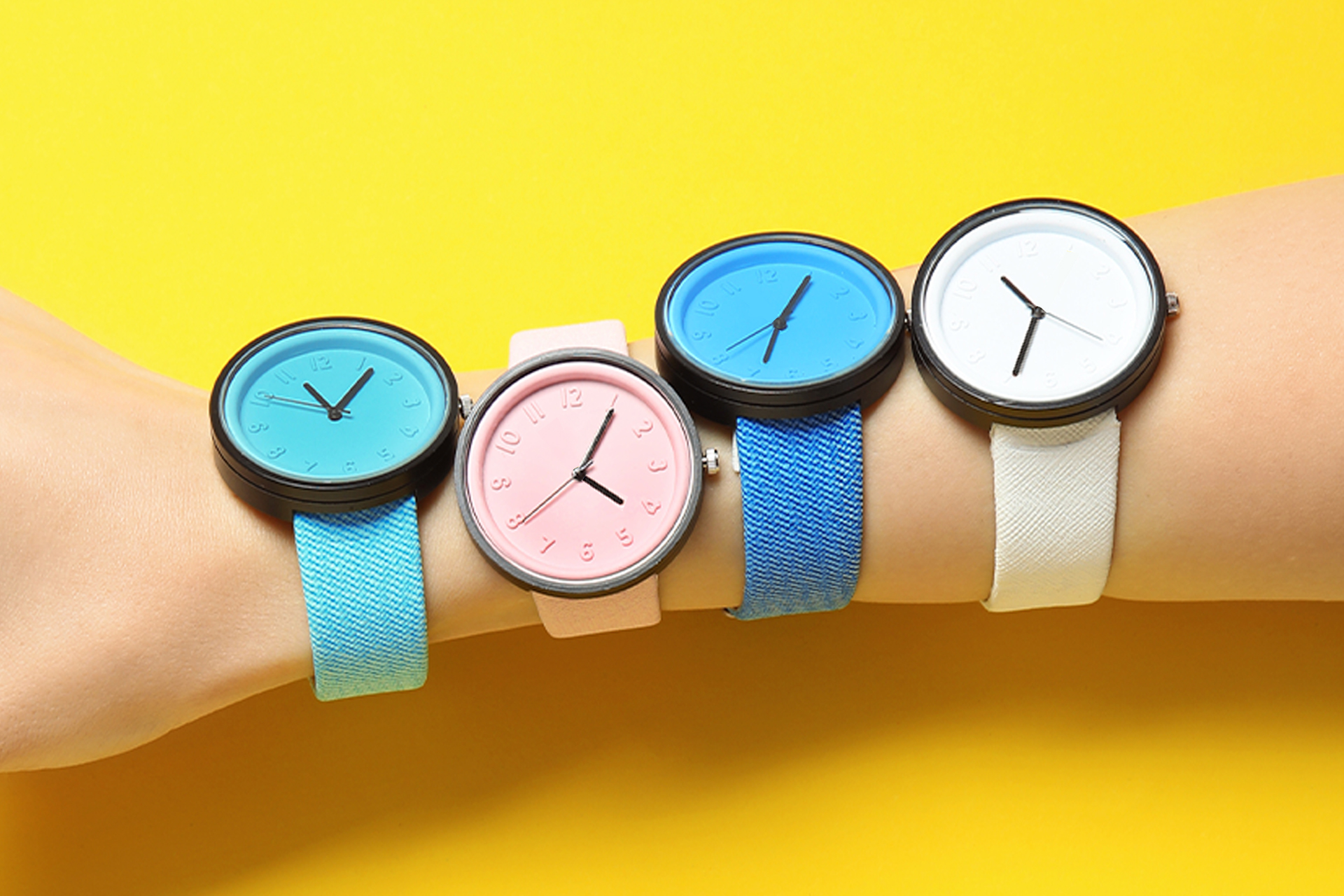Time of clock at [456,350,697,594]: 4:05
